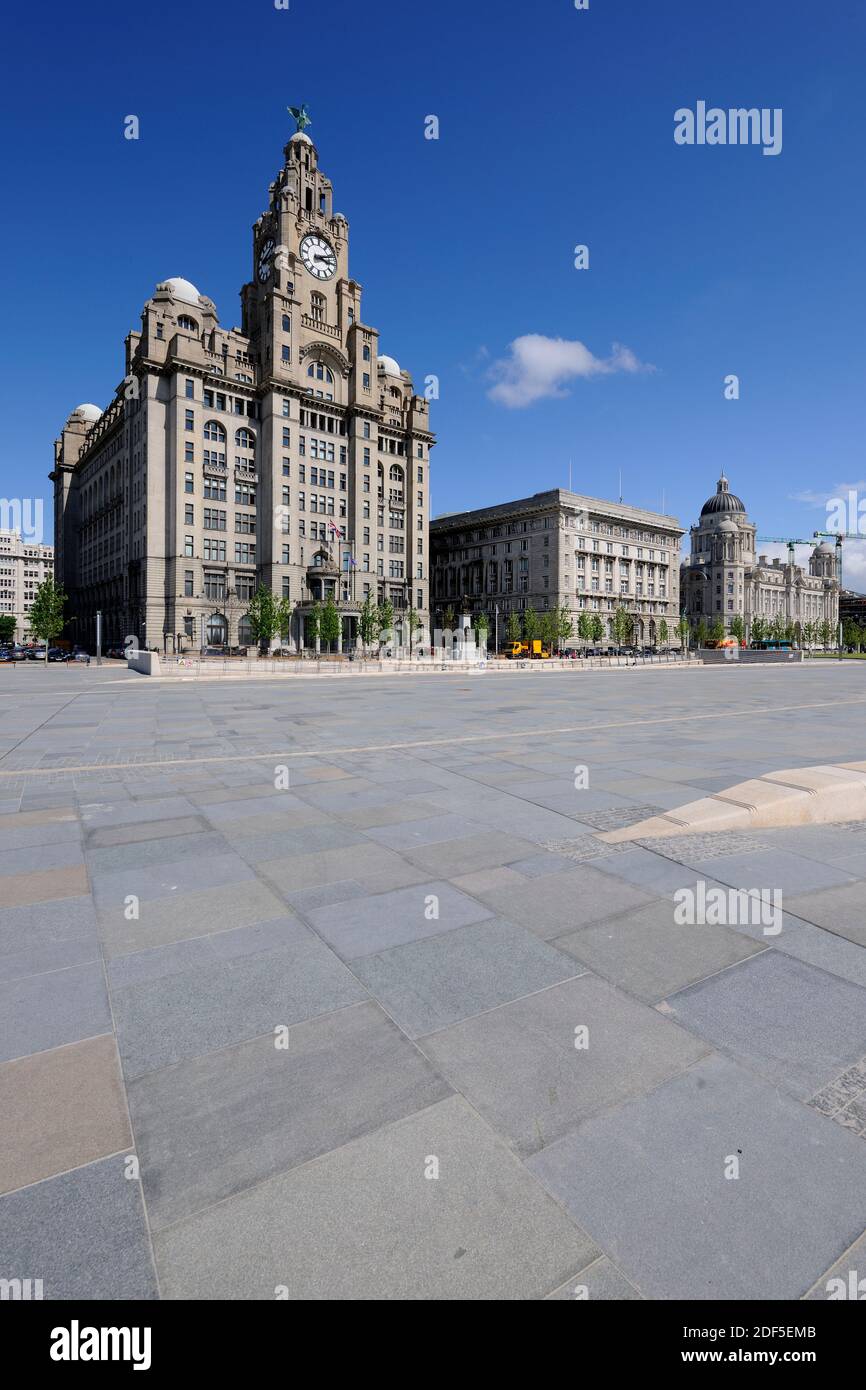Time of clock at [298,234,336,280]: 3:11
